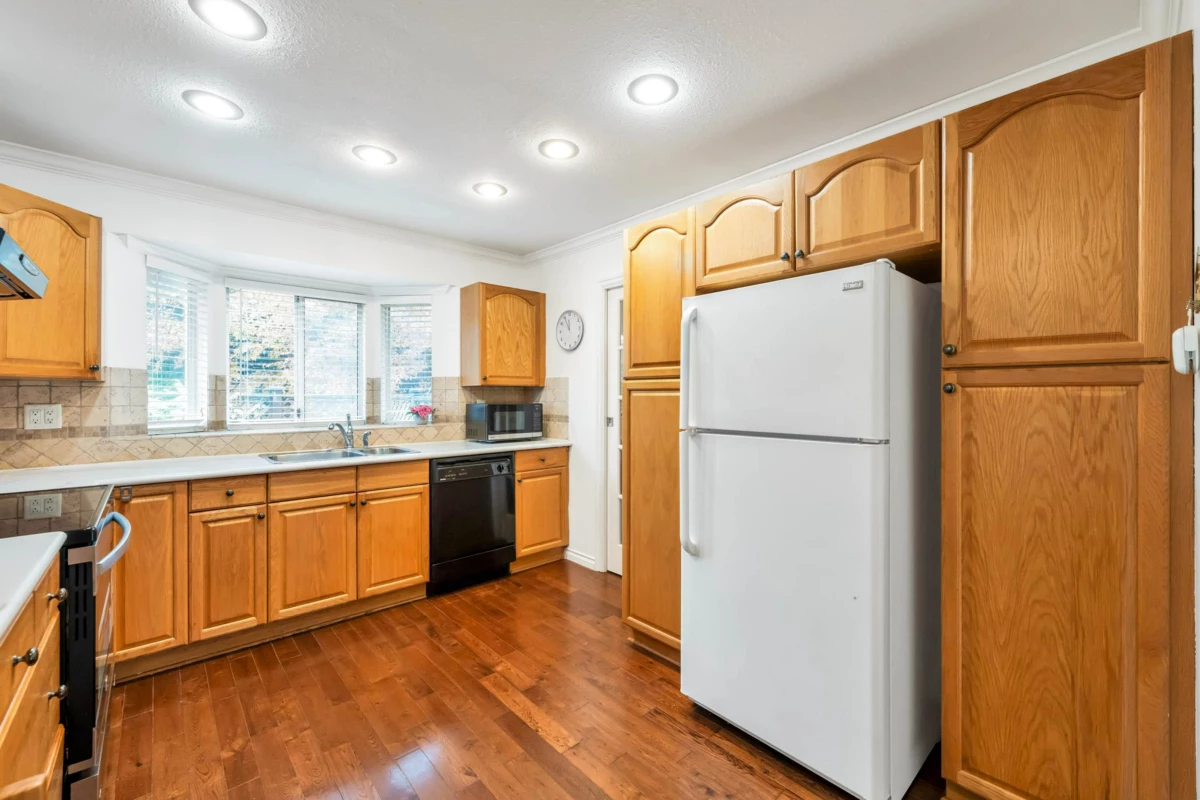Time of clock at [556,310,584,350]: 11:55
